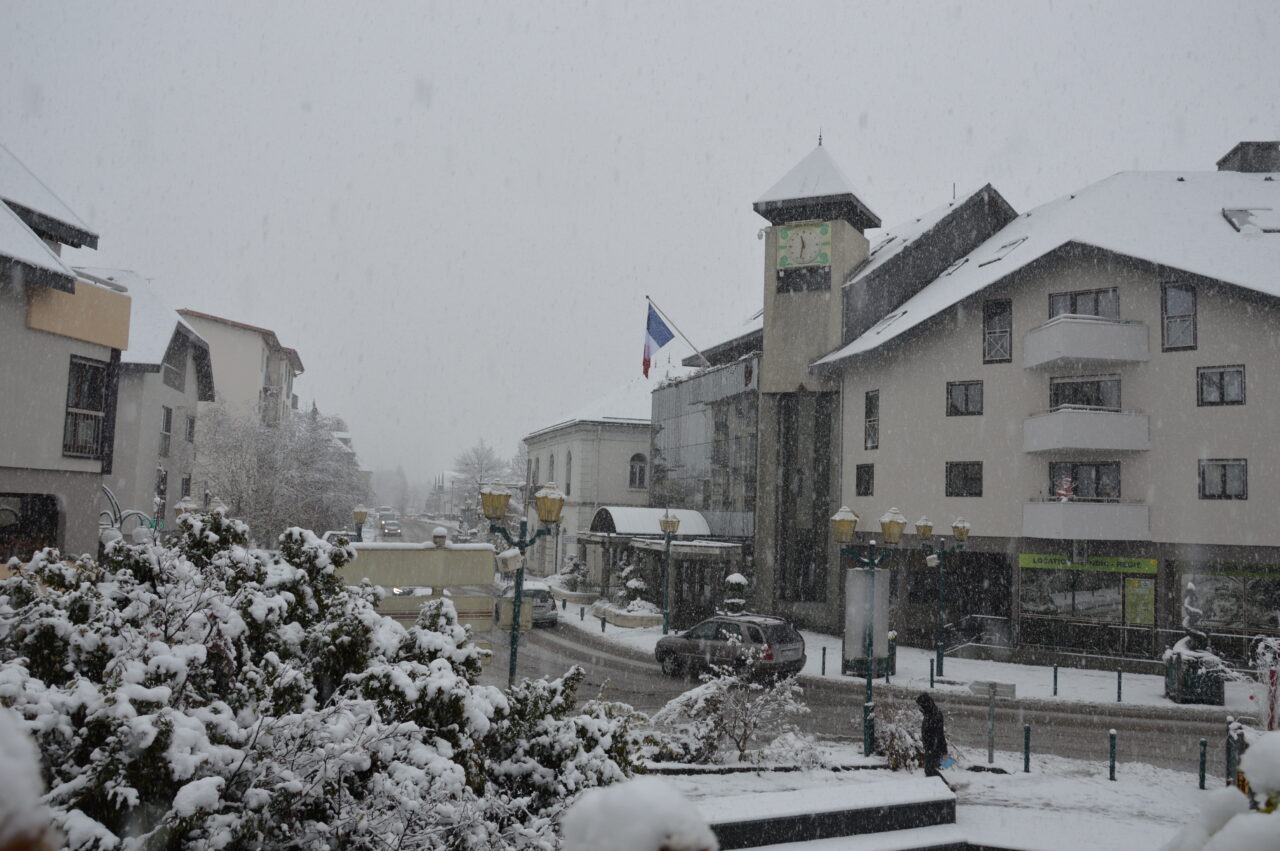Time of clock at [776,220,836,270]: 11:32
